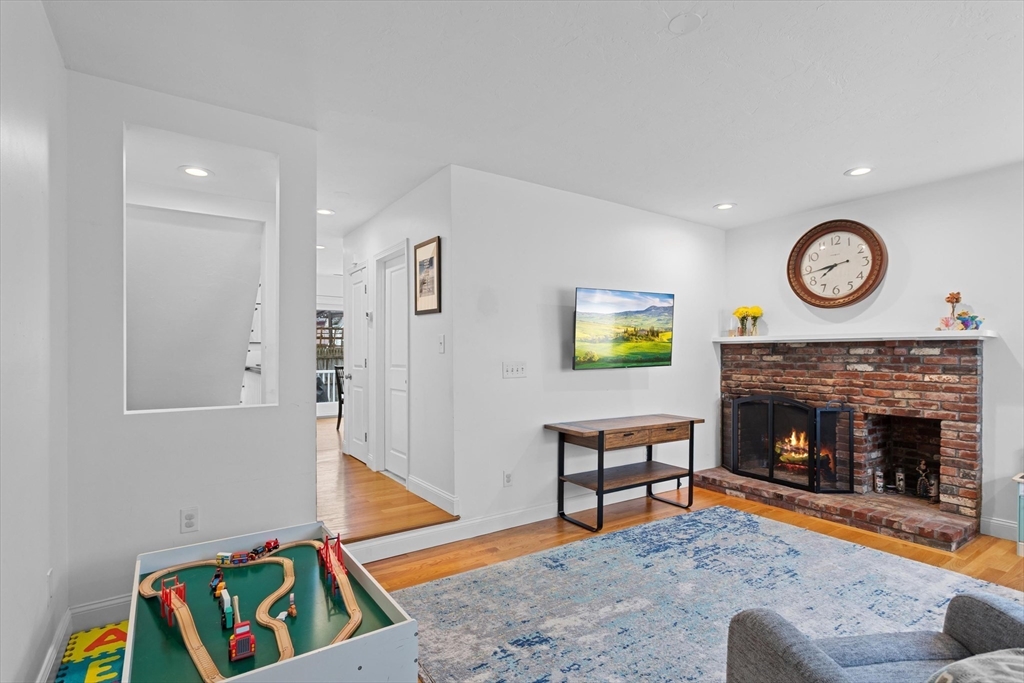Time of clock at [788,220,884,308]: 7:43
